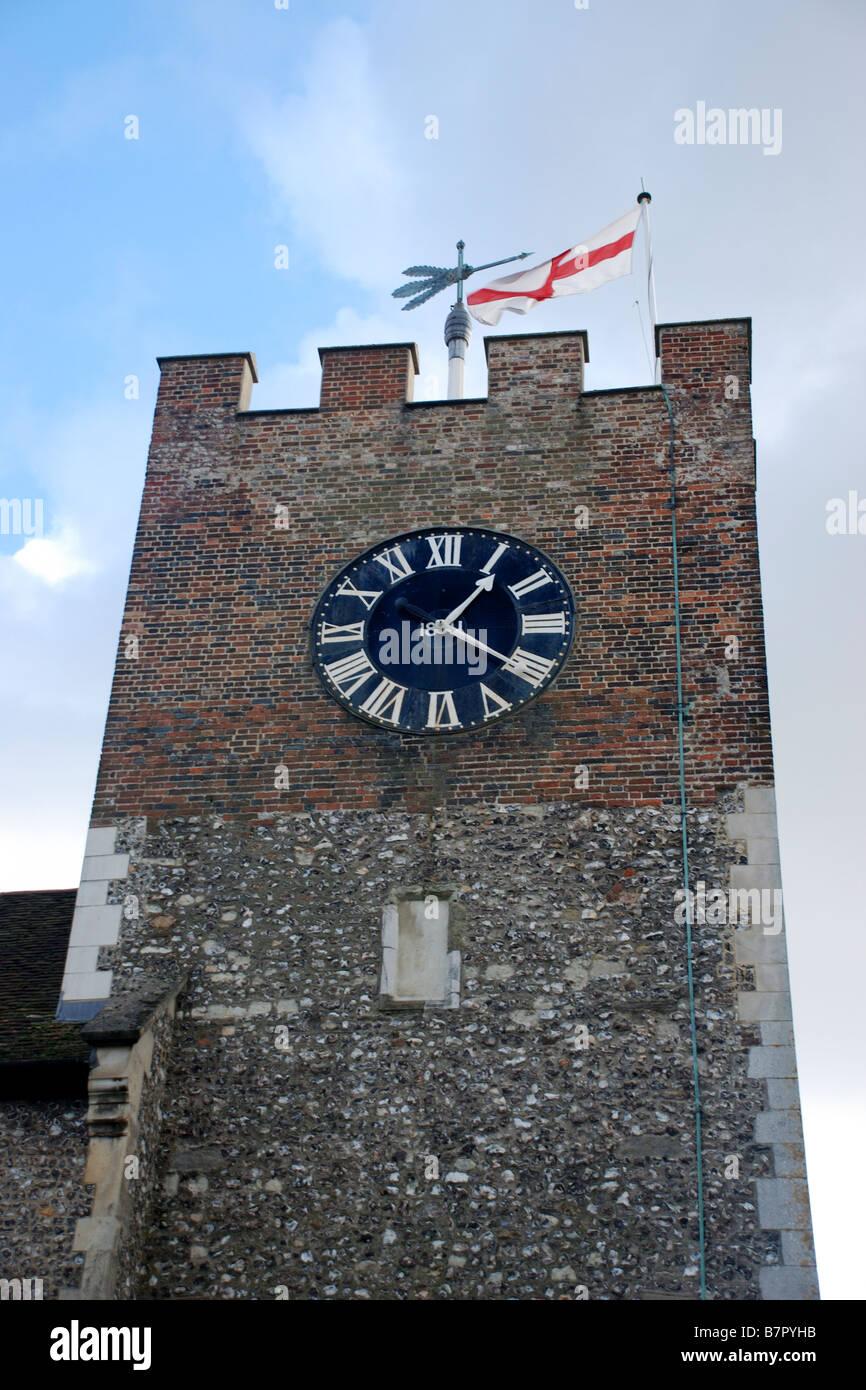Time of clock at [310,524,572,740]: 1:20
